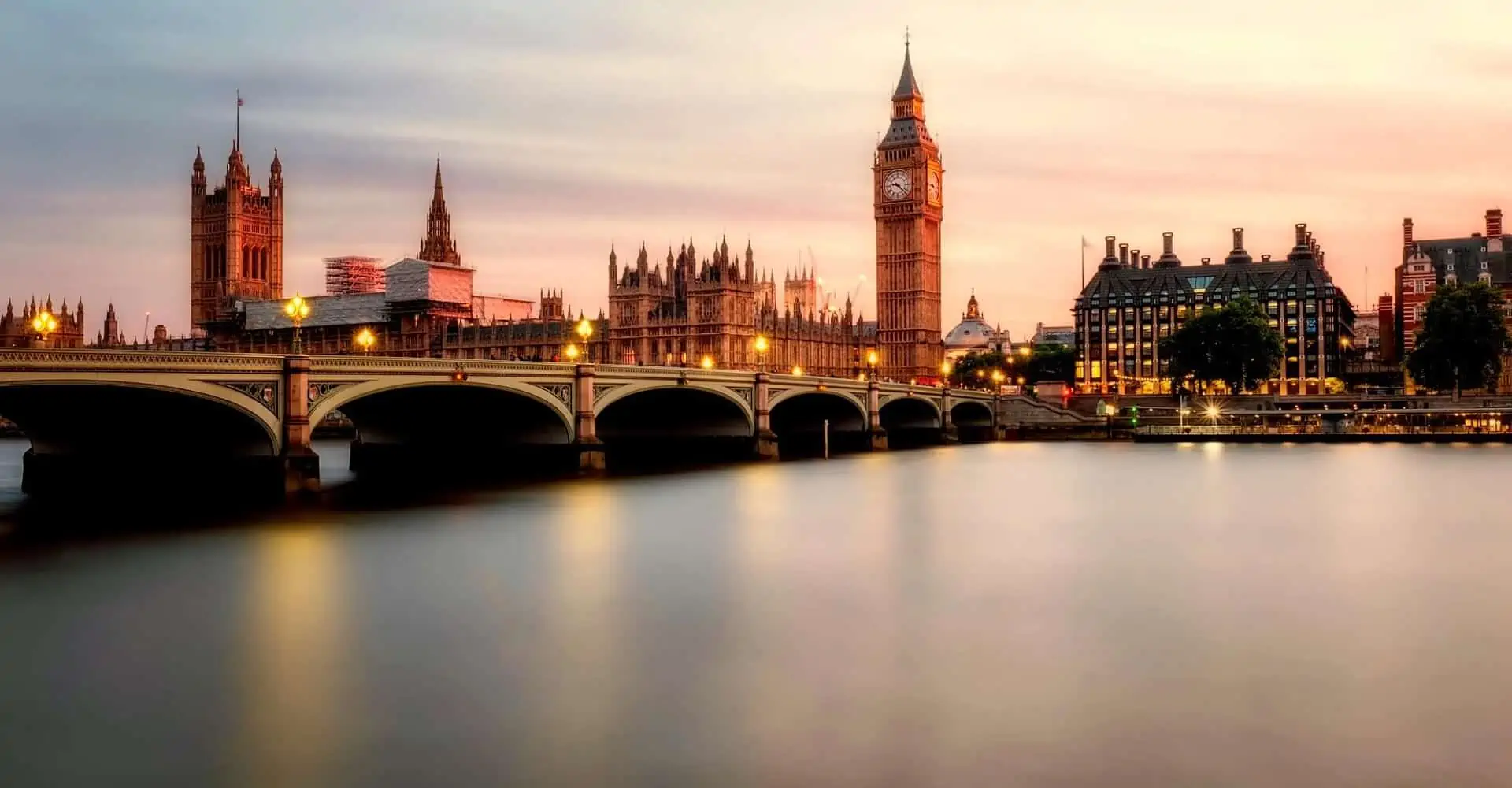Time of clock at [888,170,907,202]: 9:22
